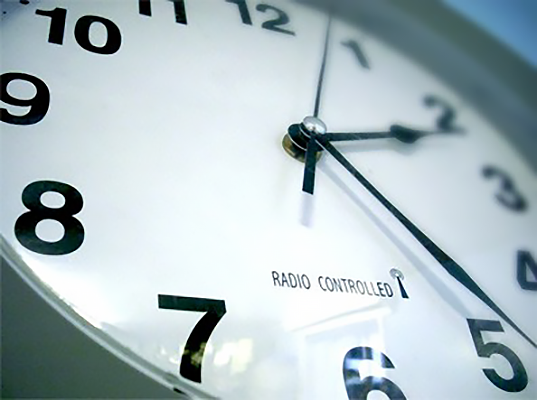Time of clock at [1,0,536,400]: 2:23
